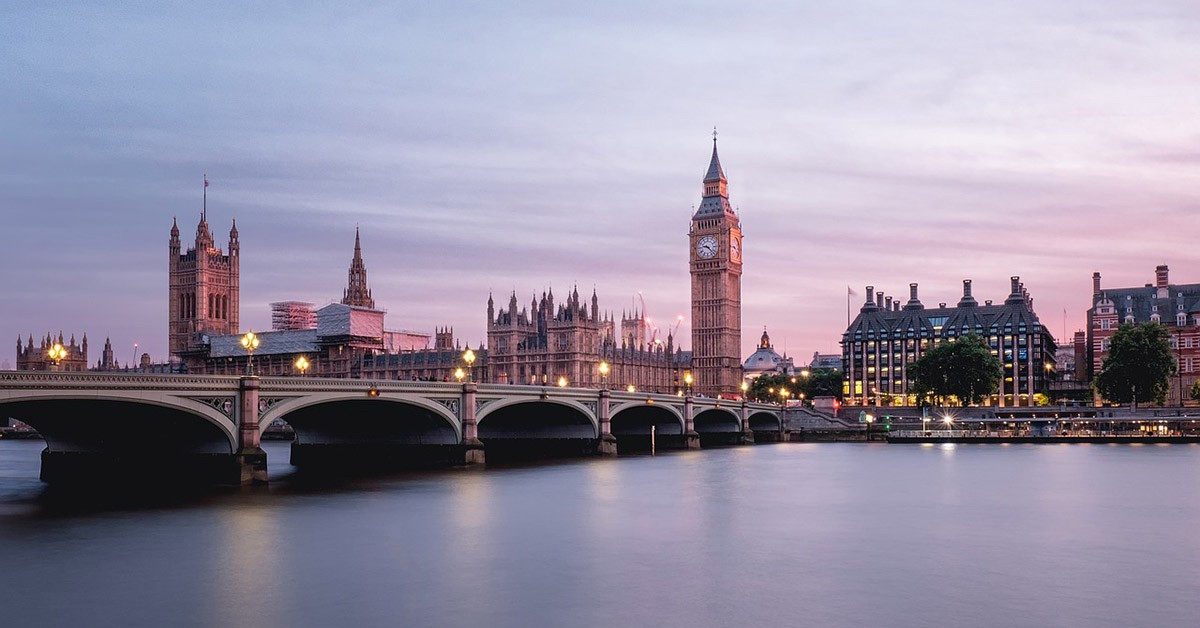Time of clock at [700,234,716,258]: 9:22
